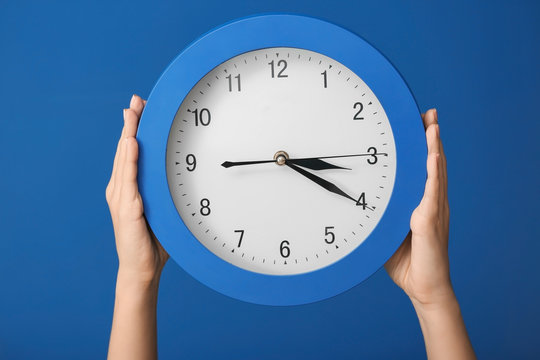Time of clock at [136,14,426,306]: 3:20
